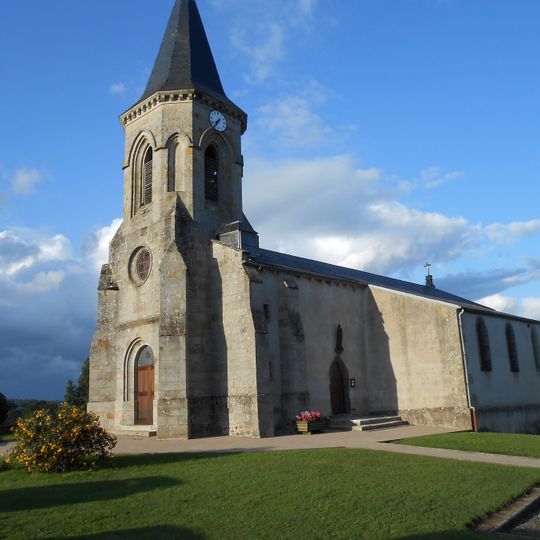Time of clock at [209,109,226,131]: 7:36
